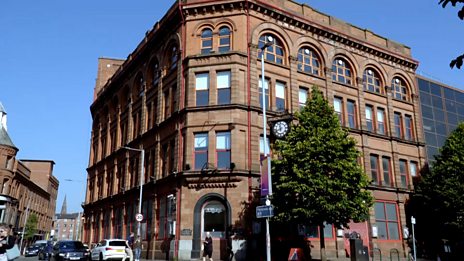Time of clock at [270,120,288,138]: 11:41
